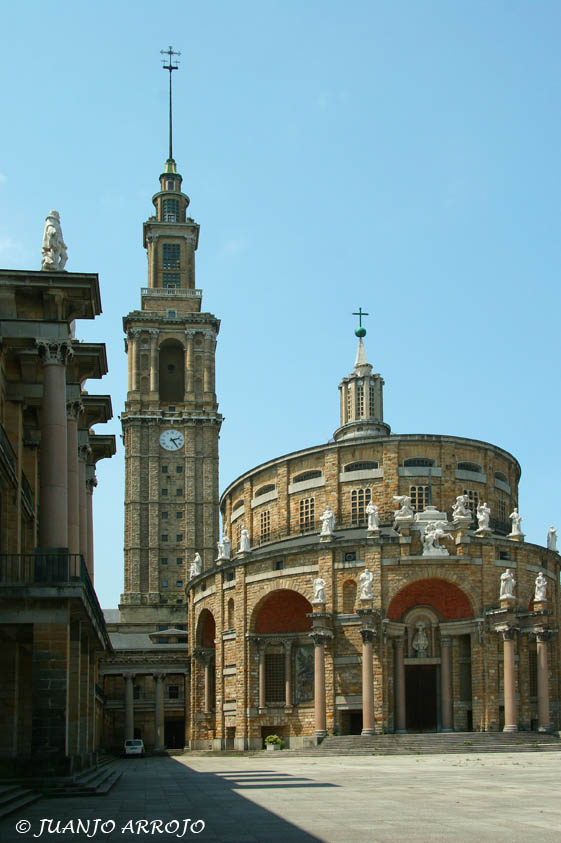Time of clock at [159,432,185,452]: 2:24
